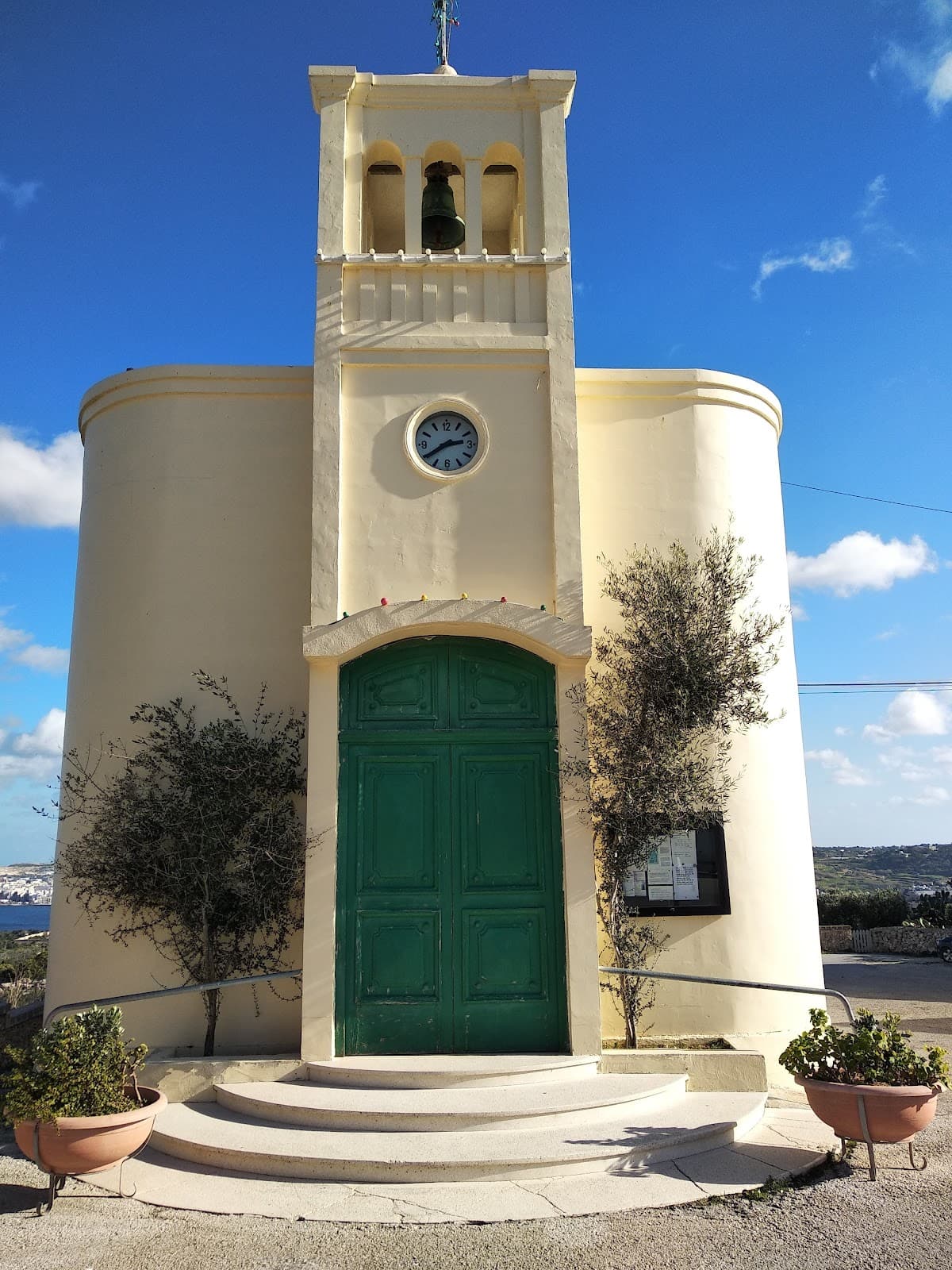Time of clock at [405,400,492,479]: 2:39
